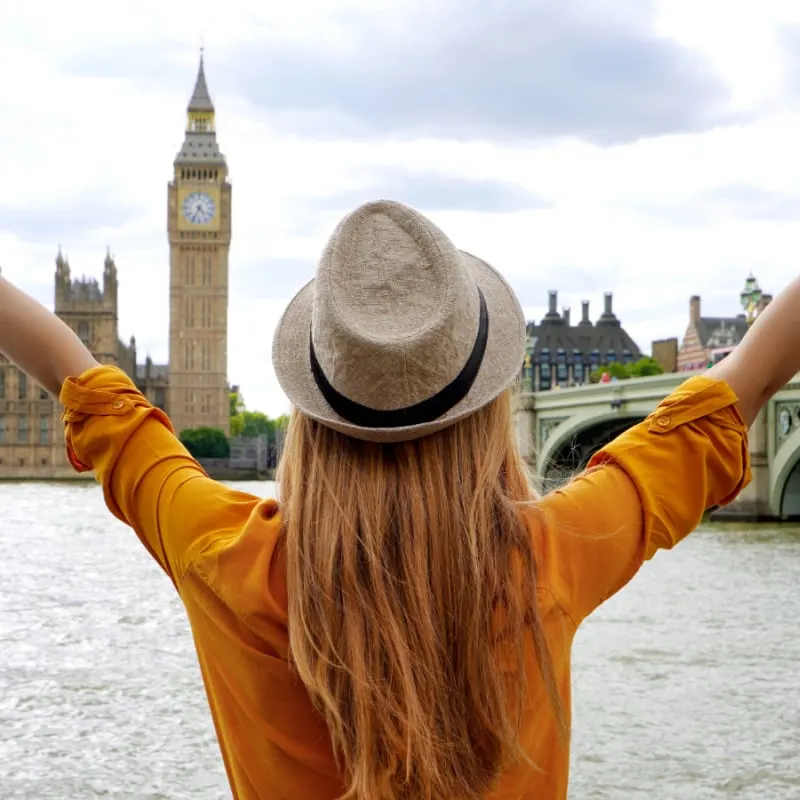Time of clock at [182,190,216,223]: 4:34
